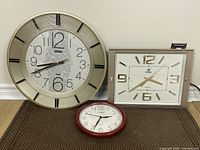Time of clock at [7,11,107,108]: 8:40
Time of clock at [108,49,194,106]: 3:38
